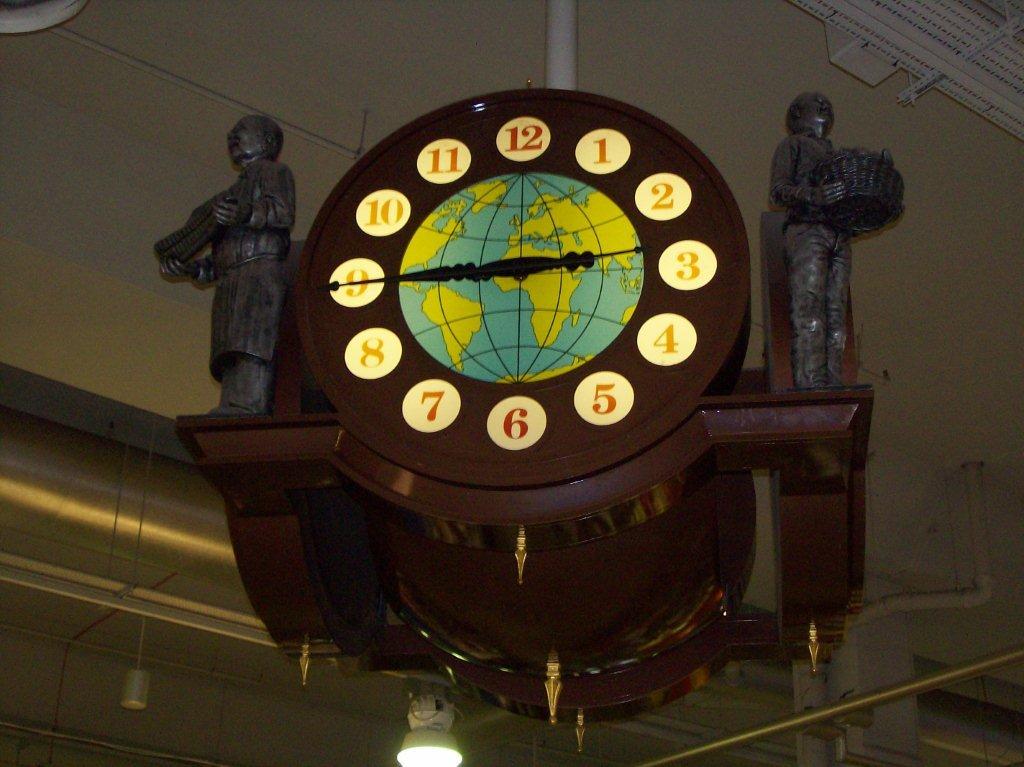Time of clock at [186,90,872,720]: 2:45
